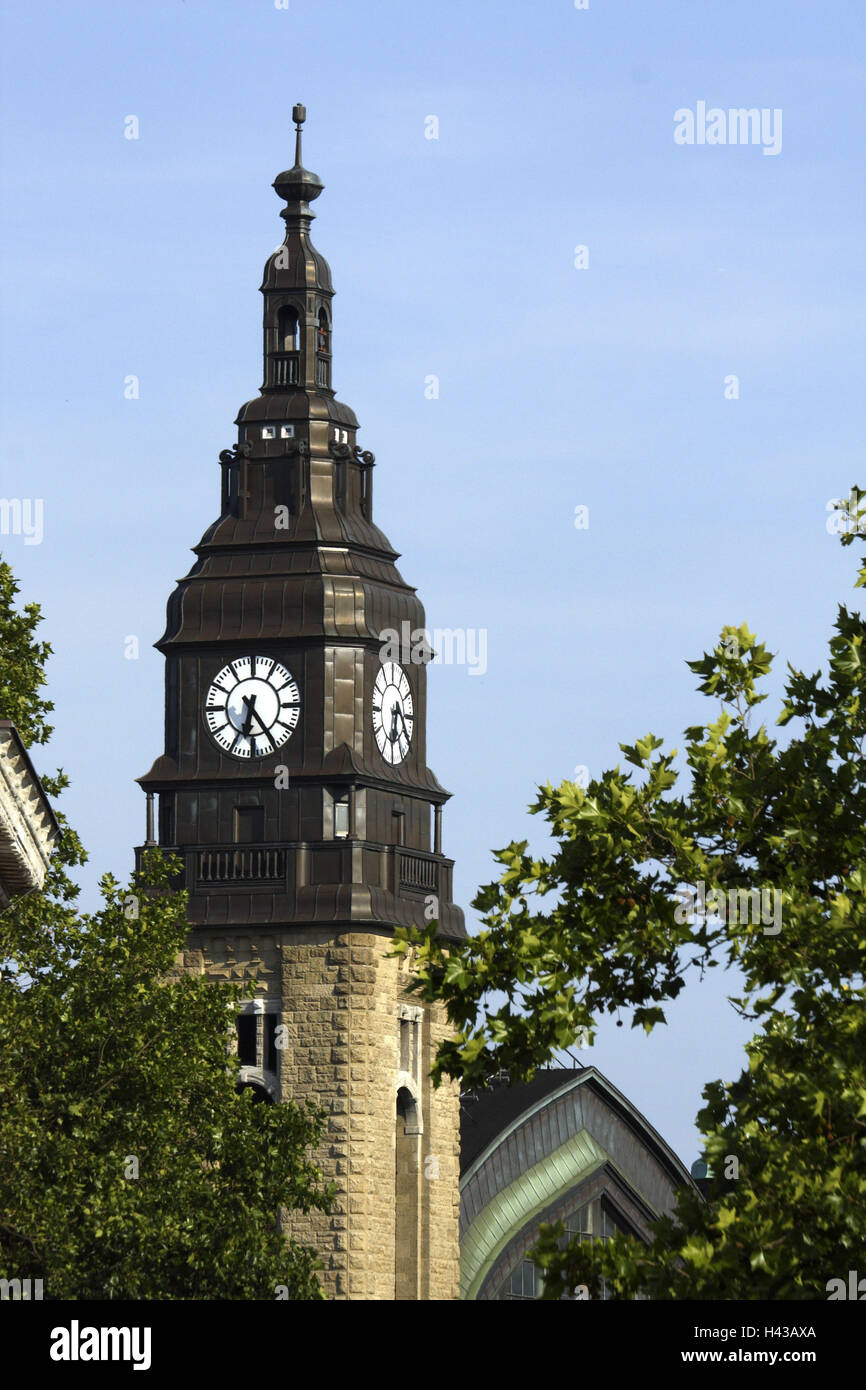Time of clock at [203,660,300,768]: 6:24
